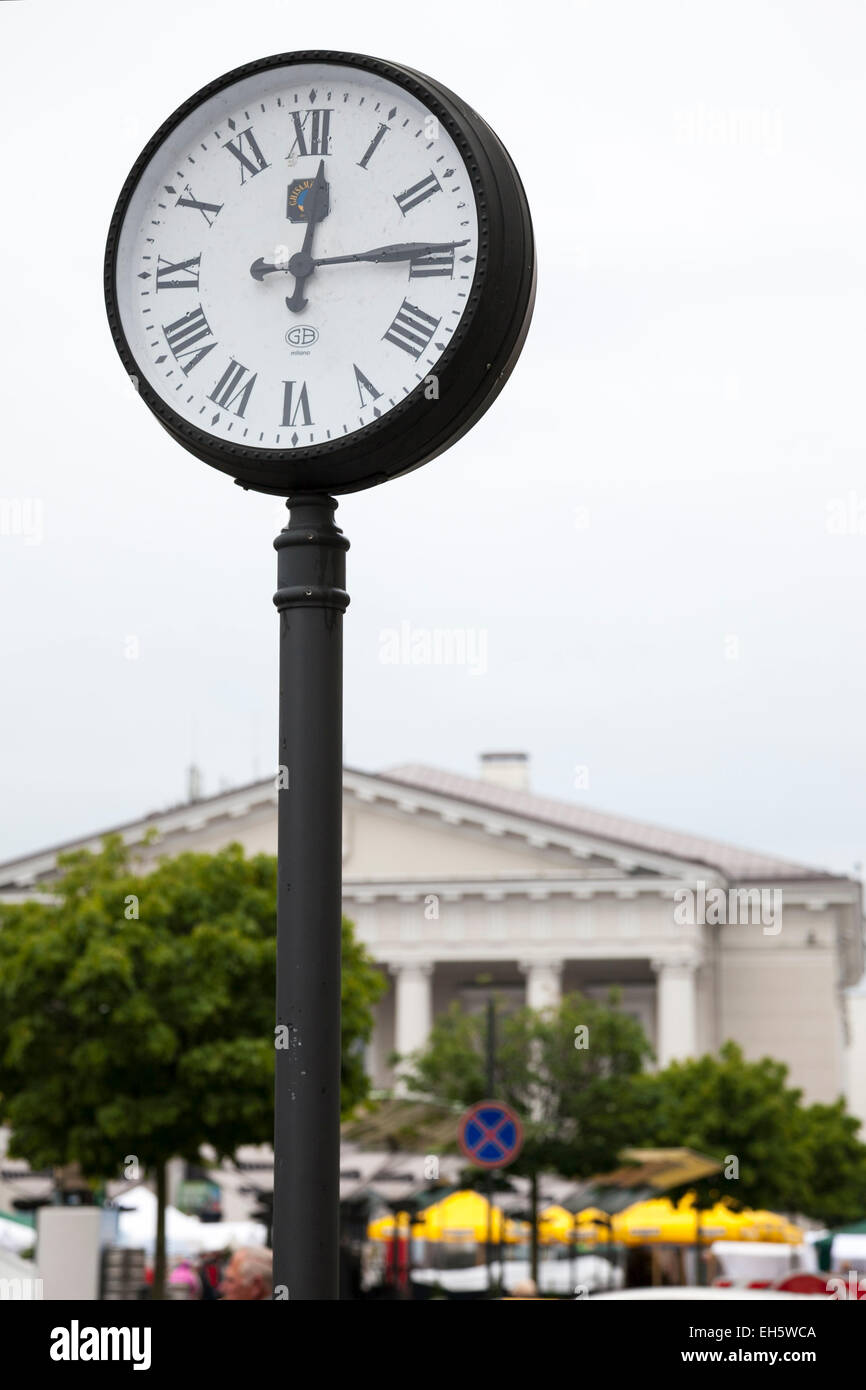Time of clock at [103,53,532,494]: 12:14
